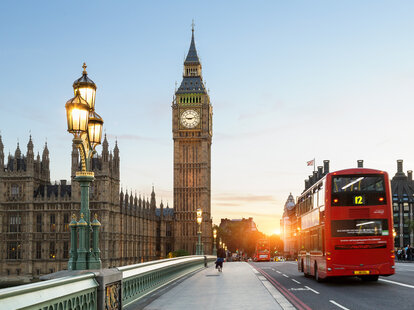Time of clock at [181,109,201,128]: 9:12
